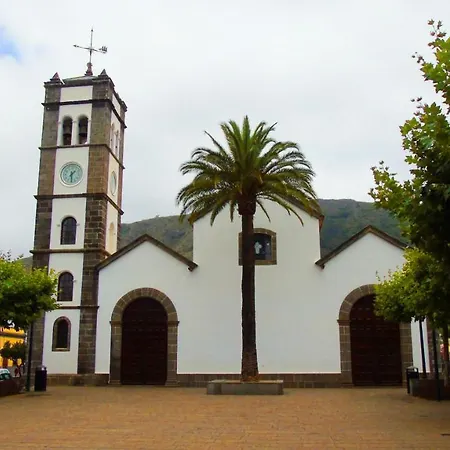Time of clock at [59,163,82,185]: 1:29
